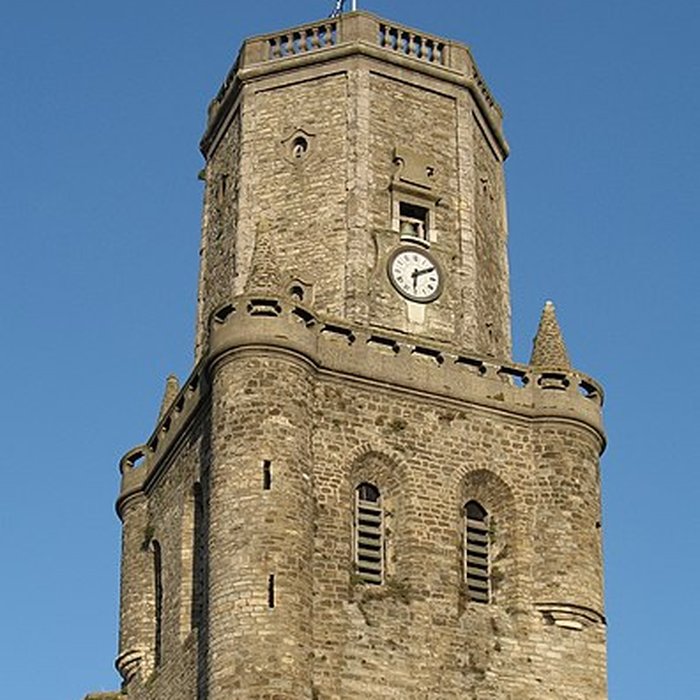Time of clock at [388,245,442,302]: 6:10
